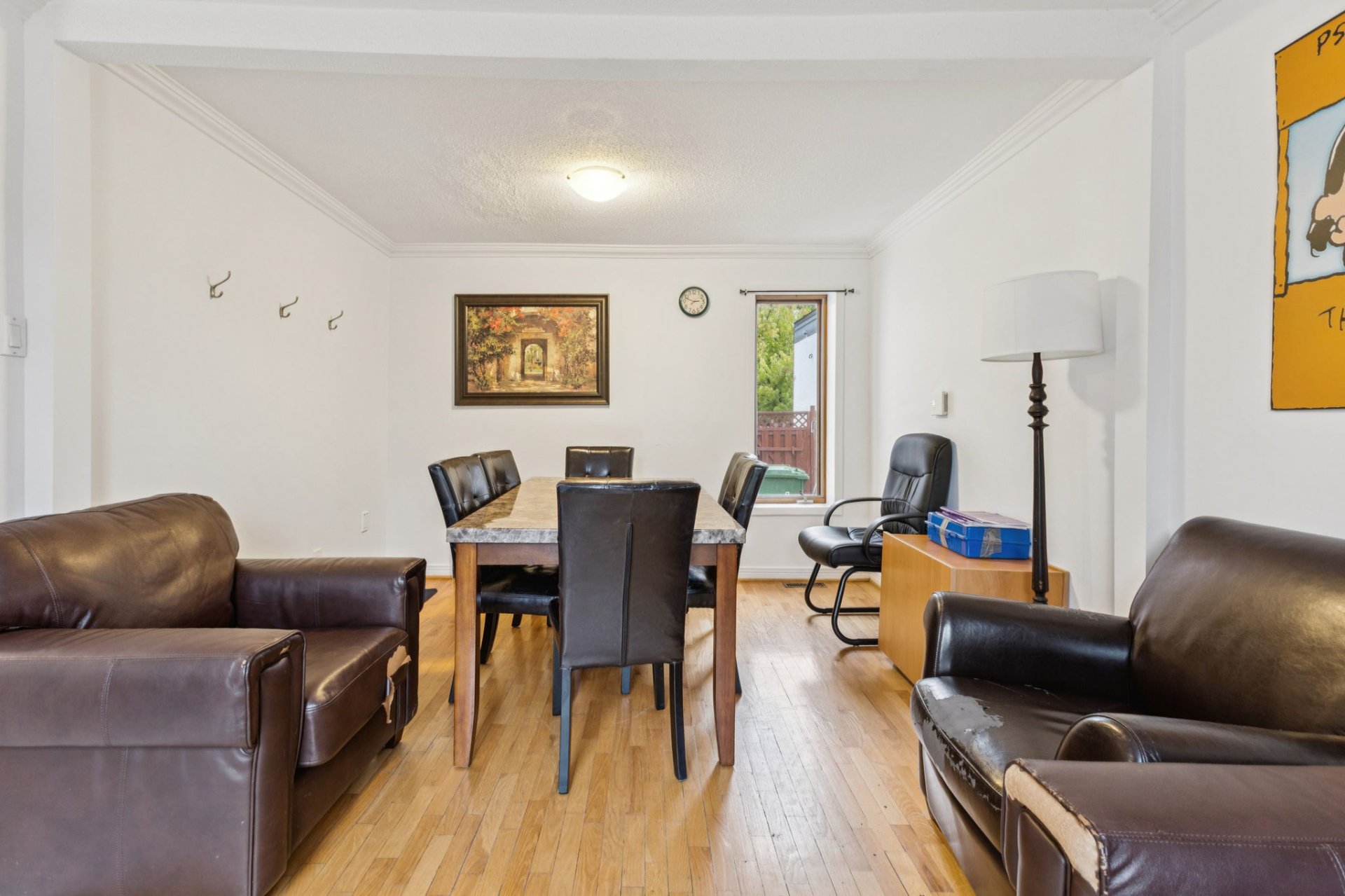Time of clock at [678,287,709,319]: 2:48
